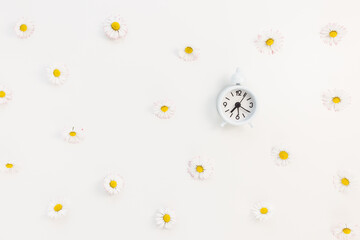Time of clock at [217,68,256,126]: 7:20
